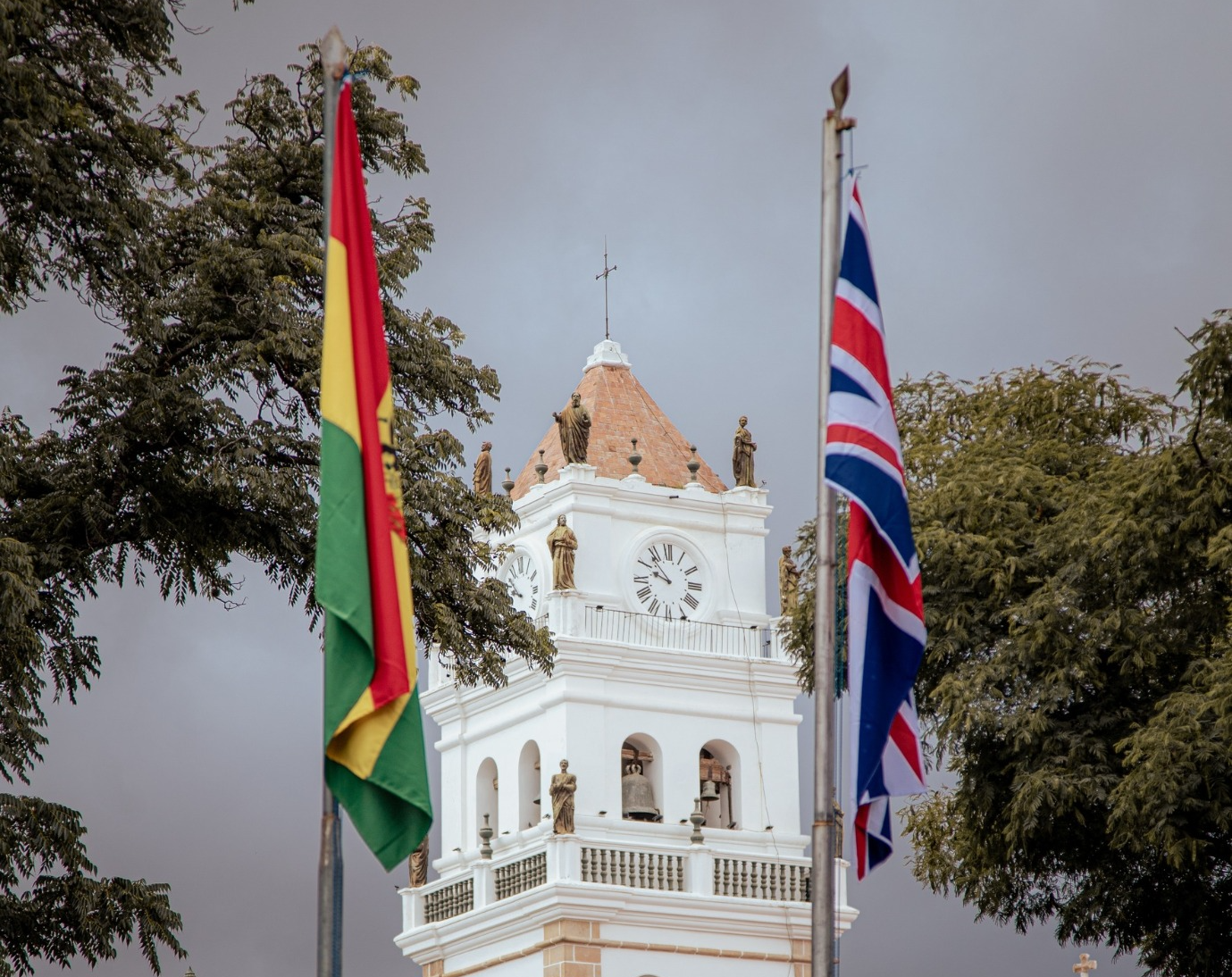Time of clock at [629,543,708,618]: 9:53
